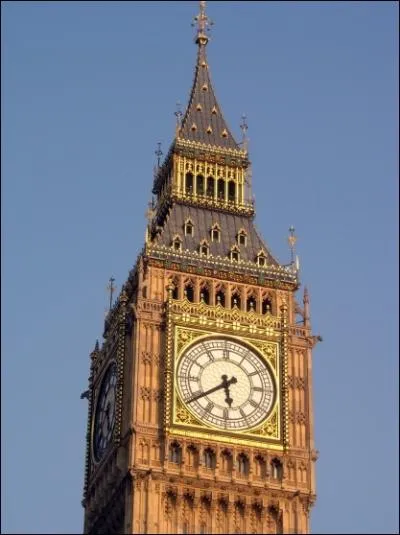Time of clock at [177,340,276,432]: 5:39
